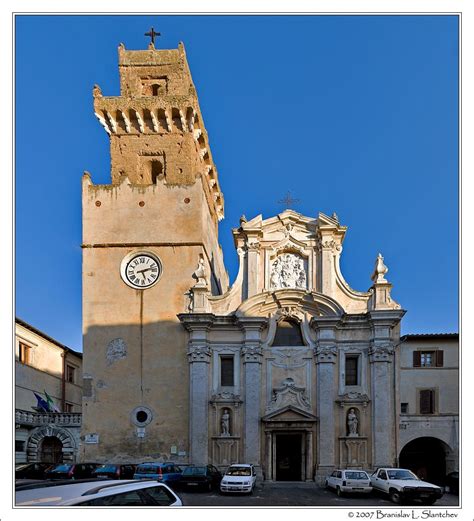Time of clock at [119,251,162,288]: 5:12
